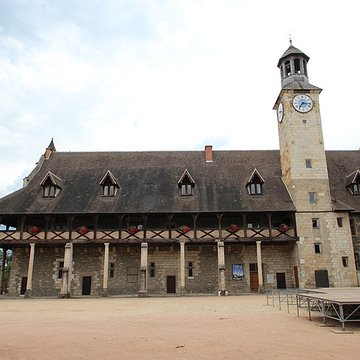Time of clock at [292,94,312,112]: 7:16
